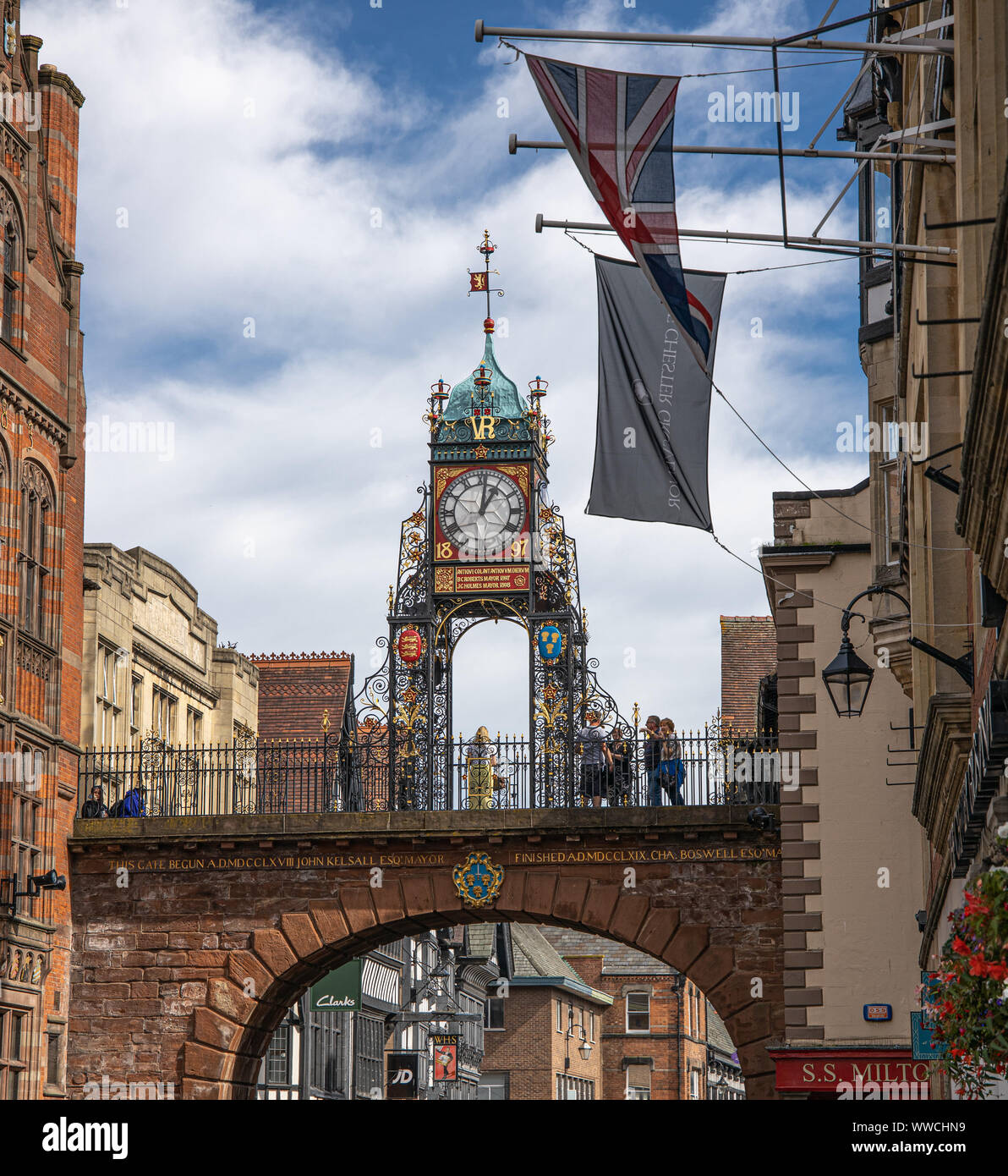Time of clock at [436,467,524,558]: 1:01
